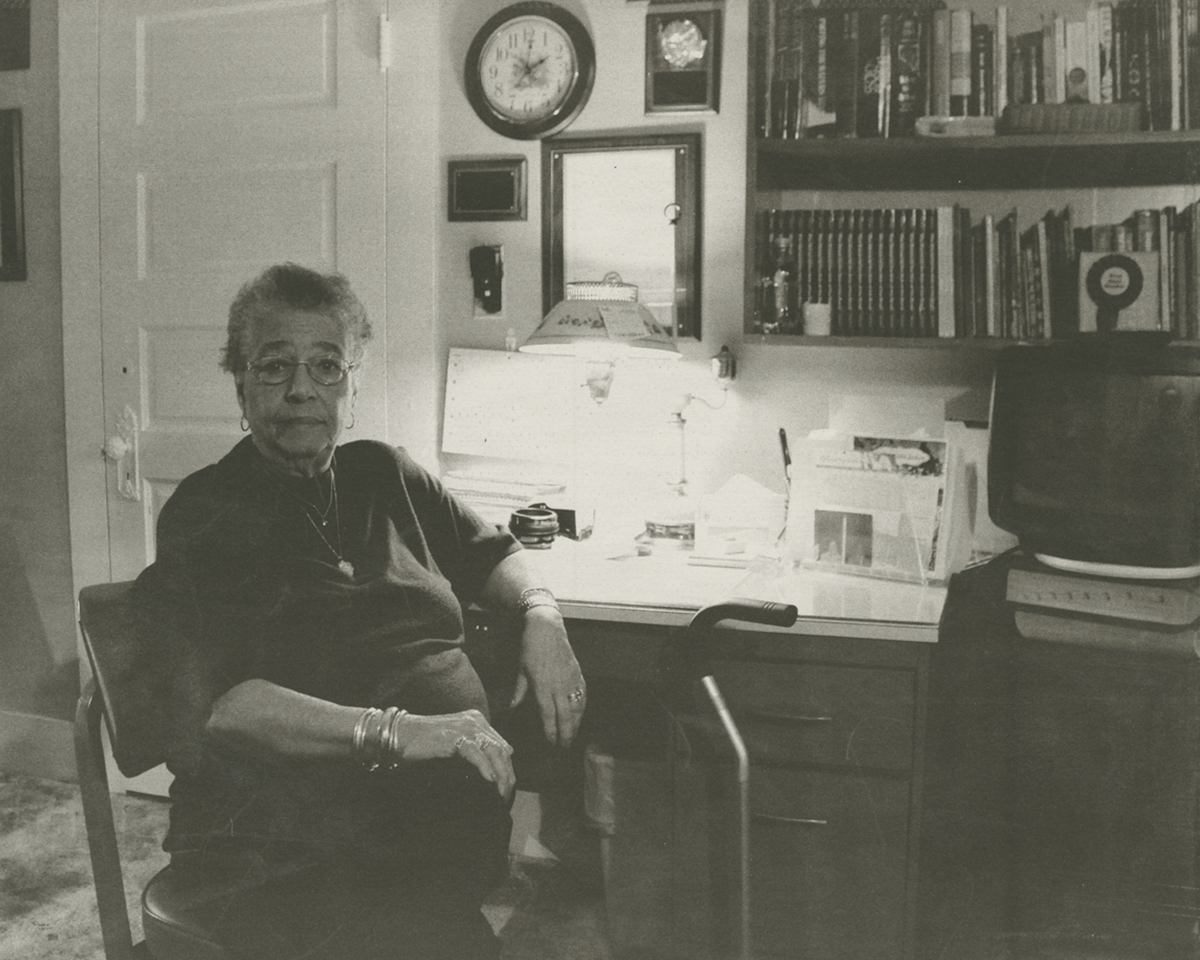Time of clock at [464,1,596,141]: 2:01
